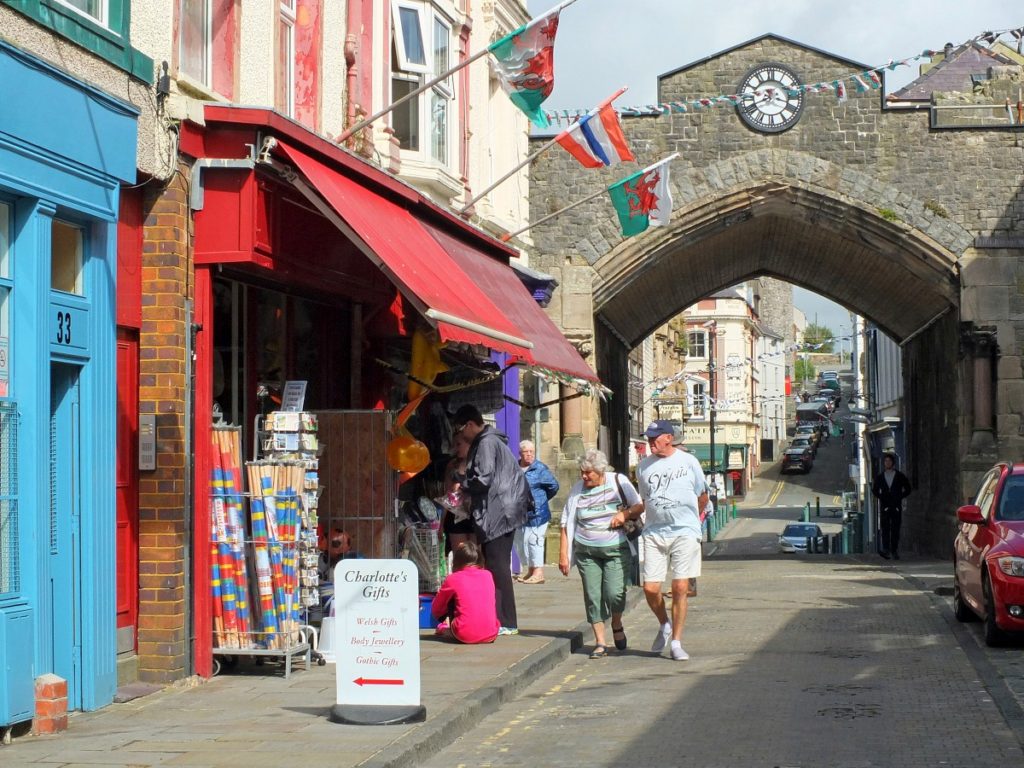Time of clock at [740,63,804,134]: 8:17
